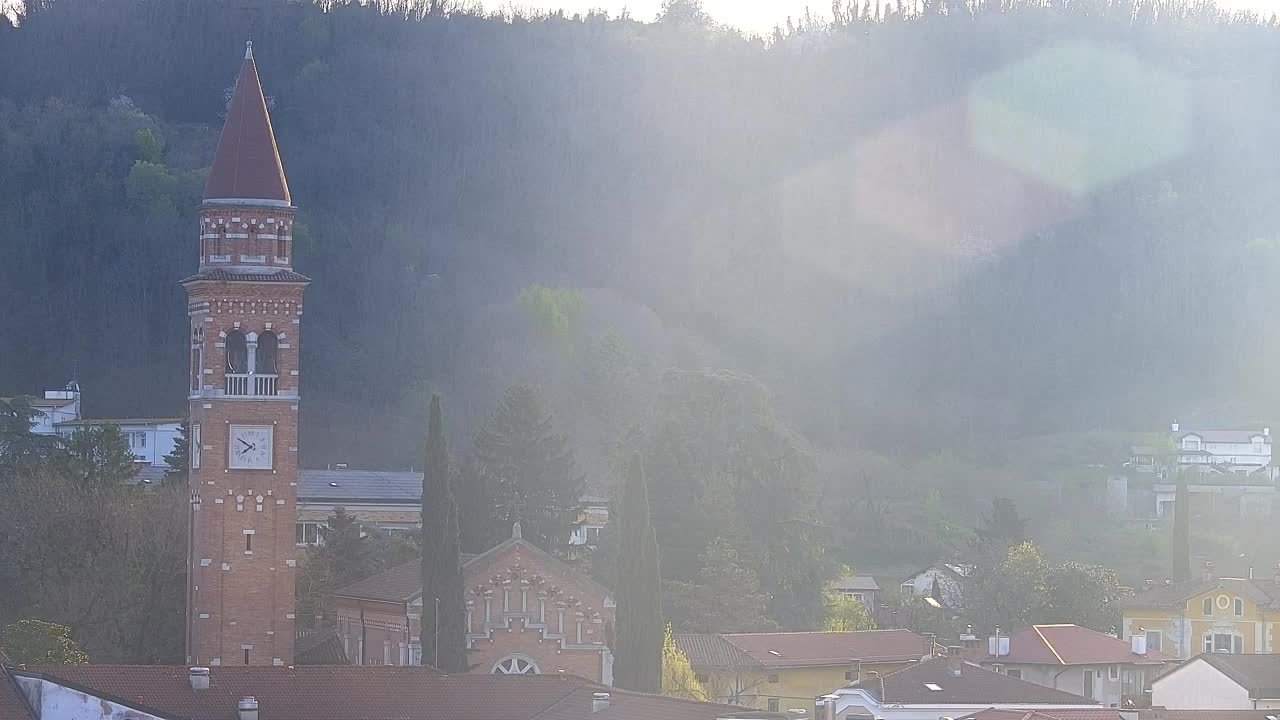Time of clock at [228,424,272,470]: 7:50
